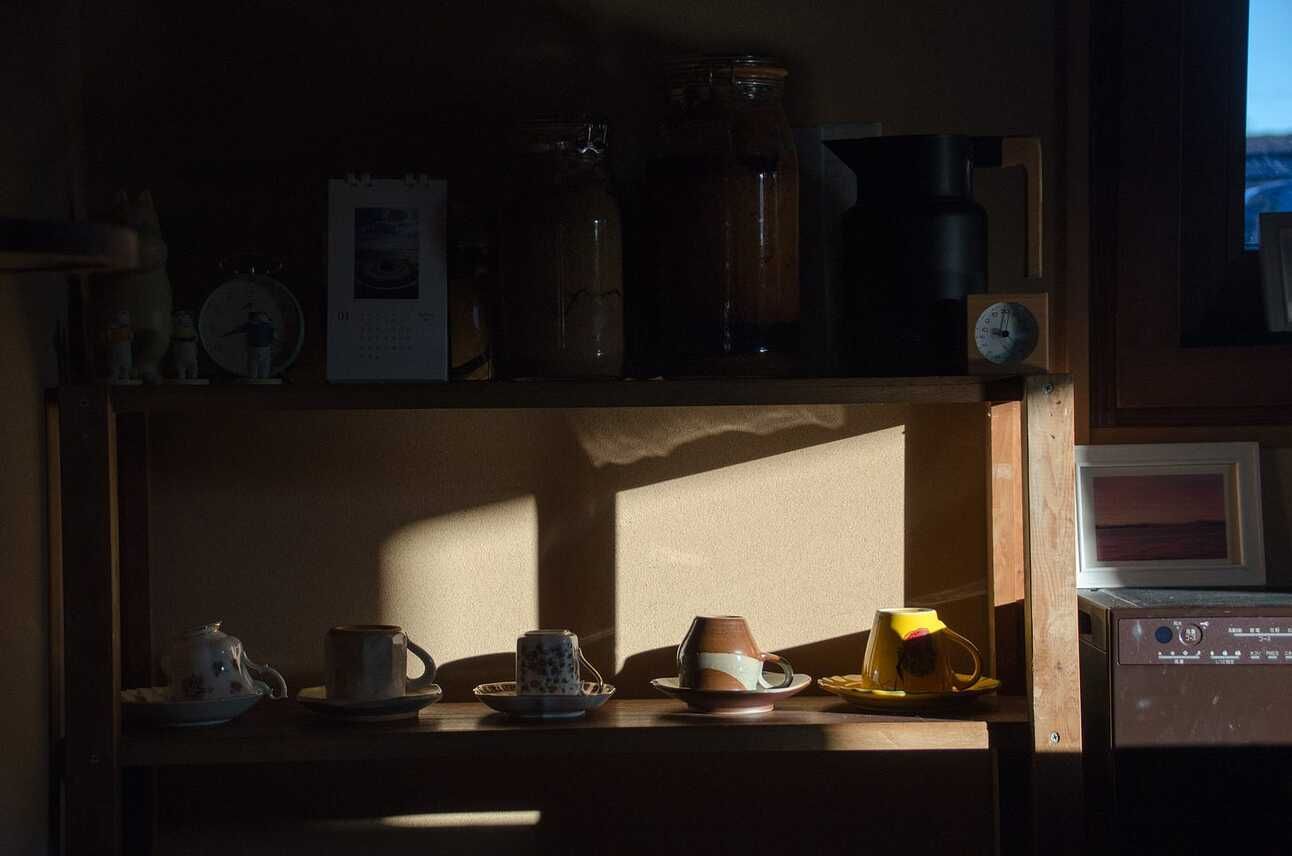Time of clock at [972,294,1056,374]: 9:01
